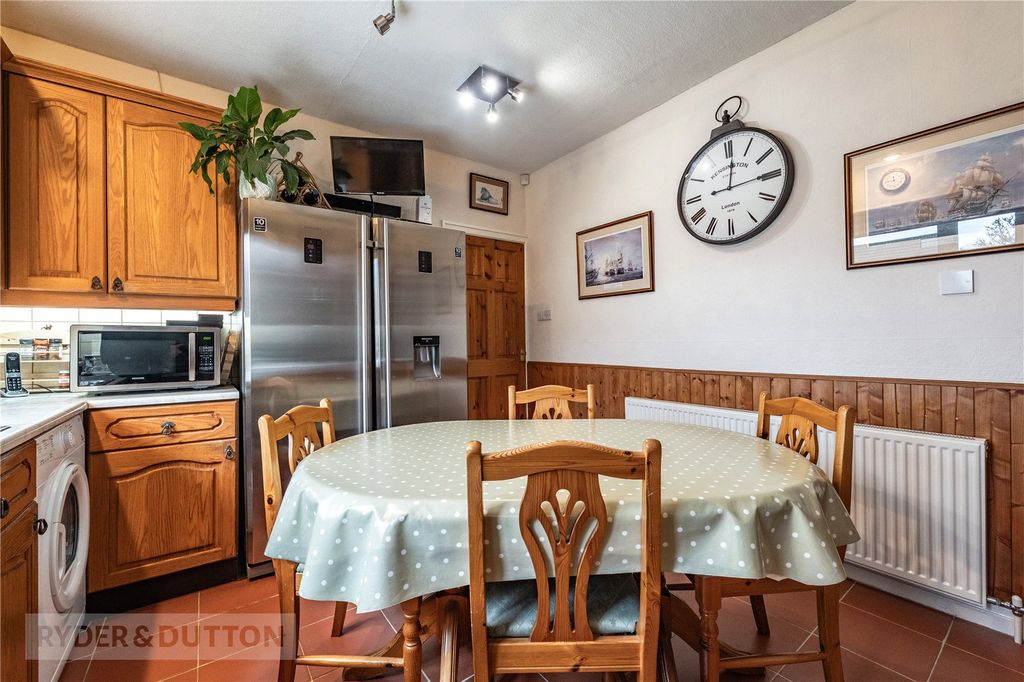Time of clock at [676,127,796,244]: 12:14
